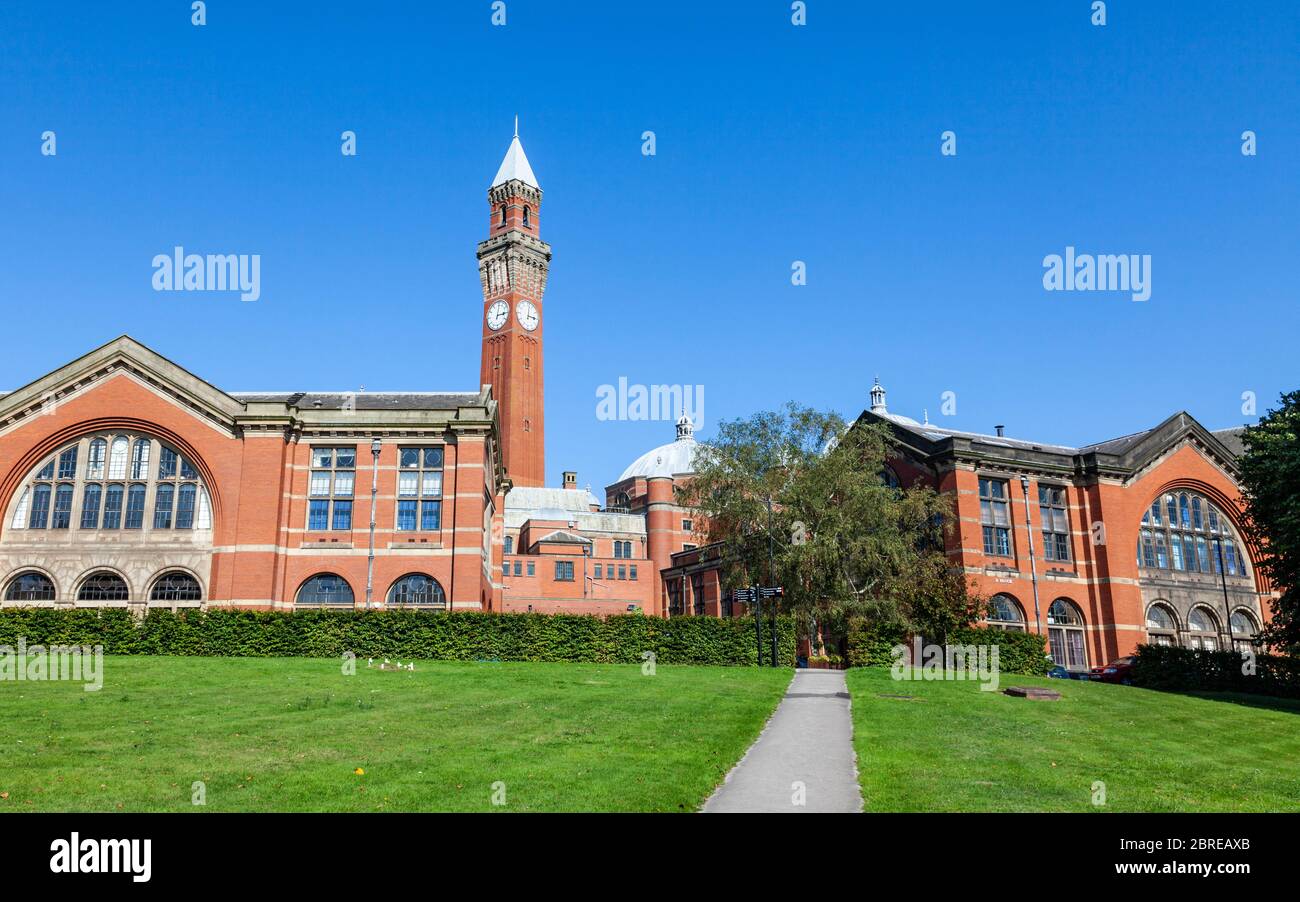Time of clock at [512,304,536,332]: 3:02
